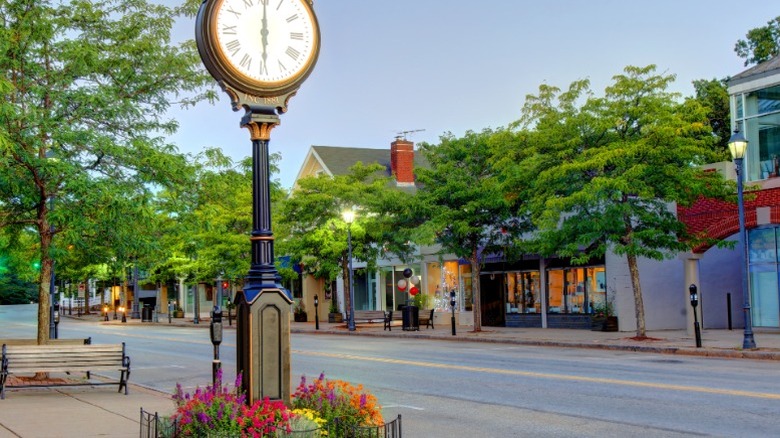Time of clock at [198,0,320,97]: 6:00
